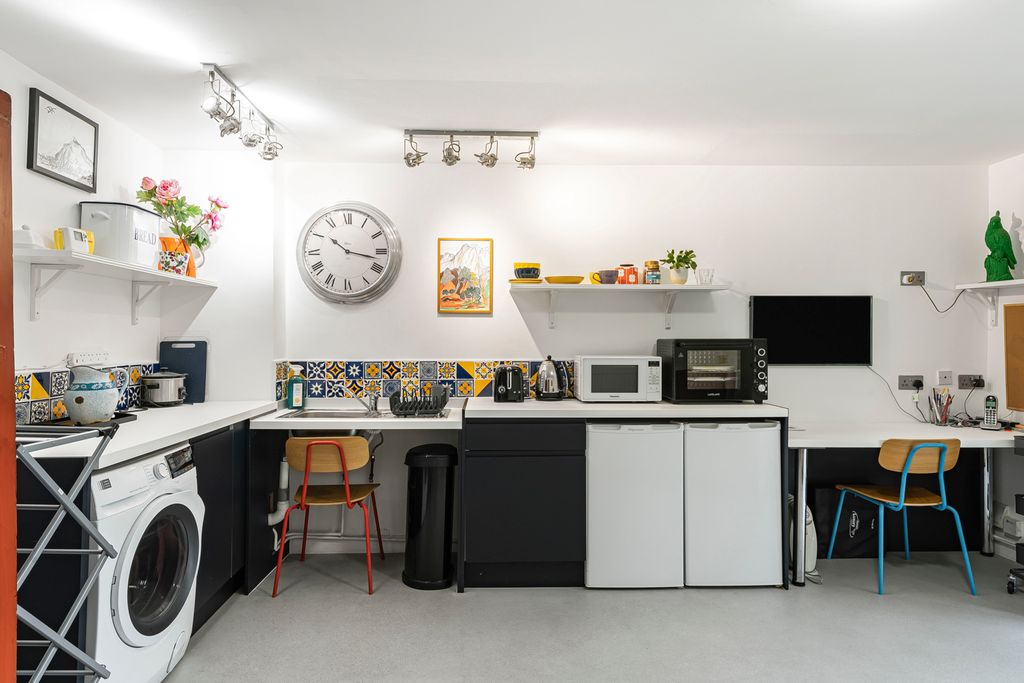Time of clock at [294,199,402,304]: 10:17
